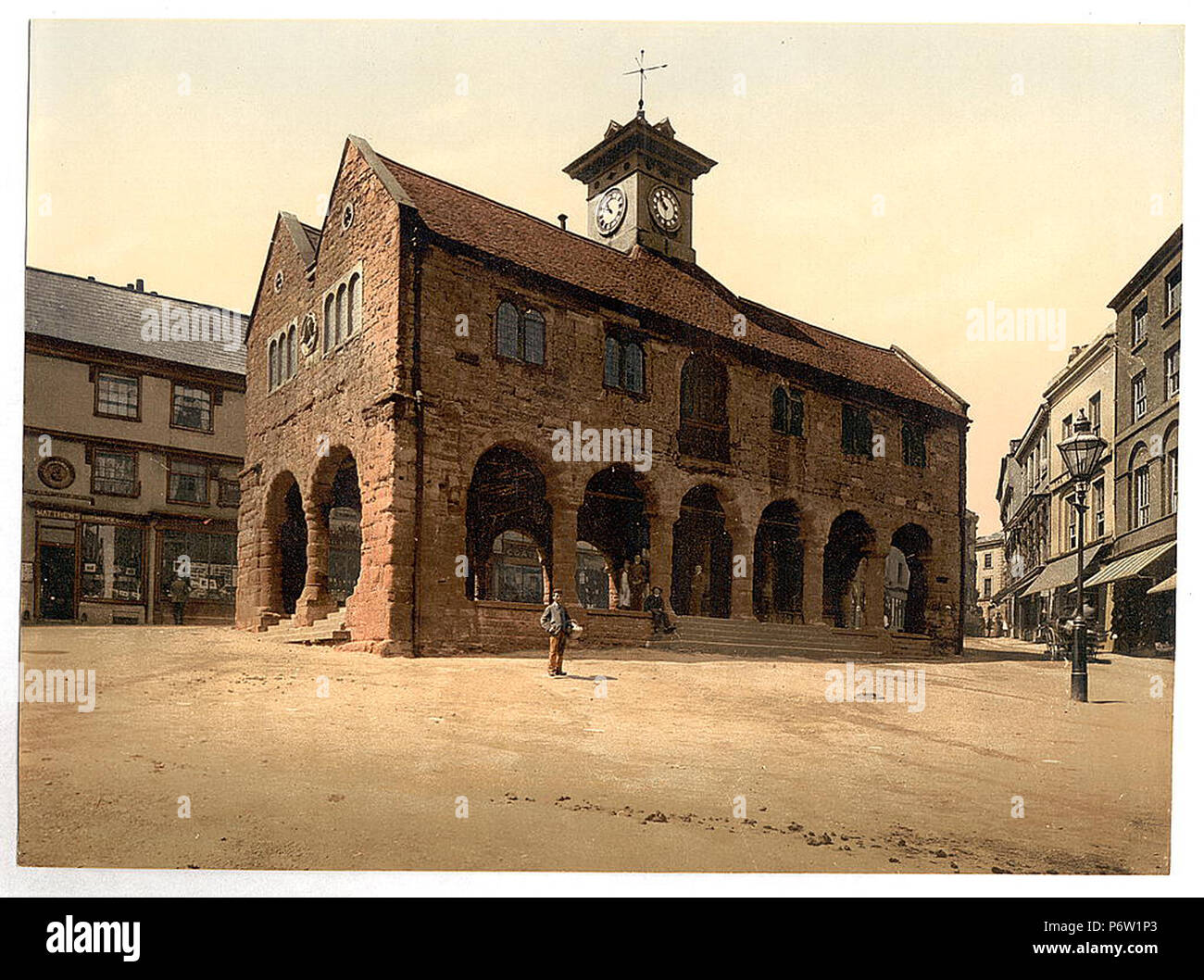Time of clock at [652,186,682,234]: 9:50
